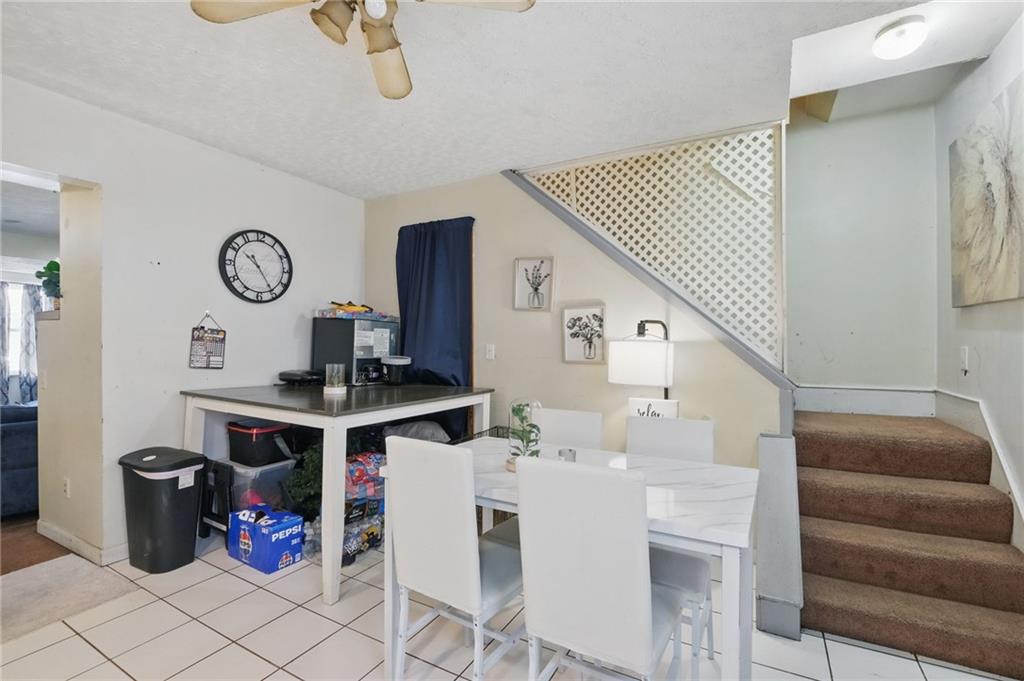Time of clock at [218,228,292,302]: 10:24
